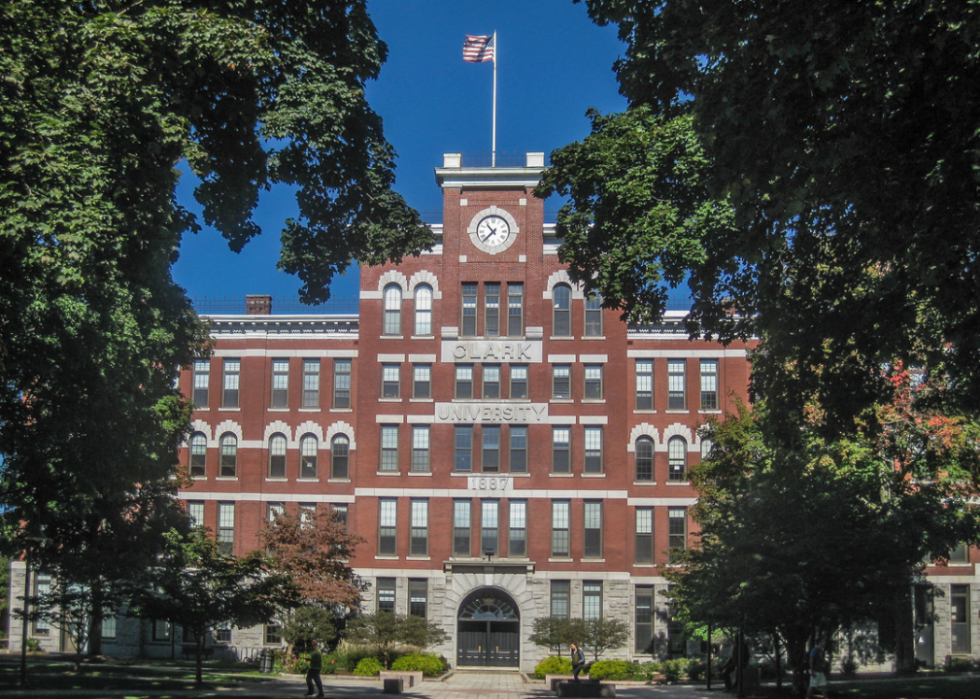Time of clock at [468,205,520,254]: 10:37
